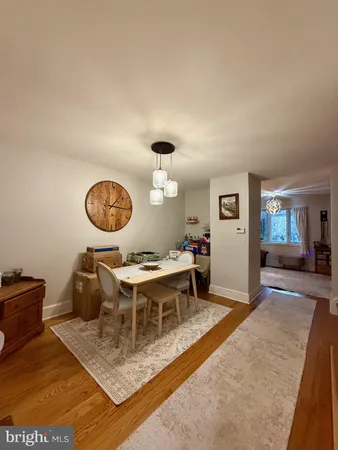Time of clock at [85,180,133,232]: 1:16
